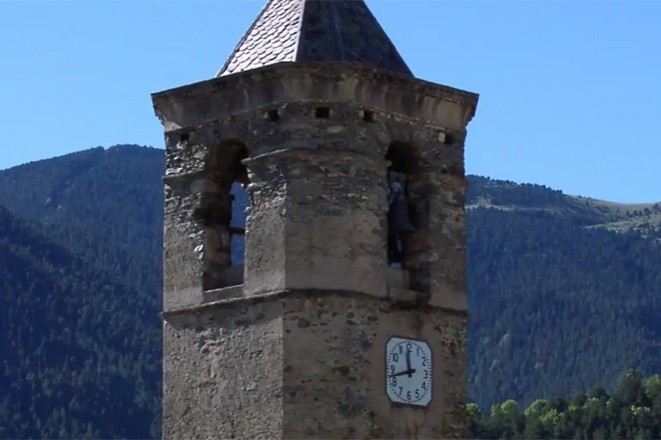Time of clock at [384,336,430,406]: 11:42
